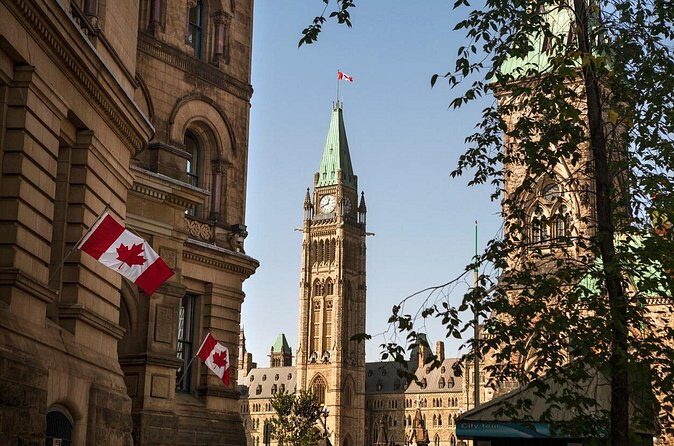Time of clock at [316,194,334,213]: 12:41
